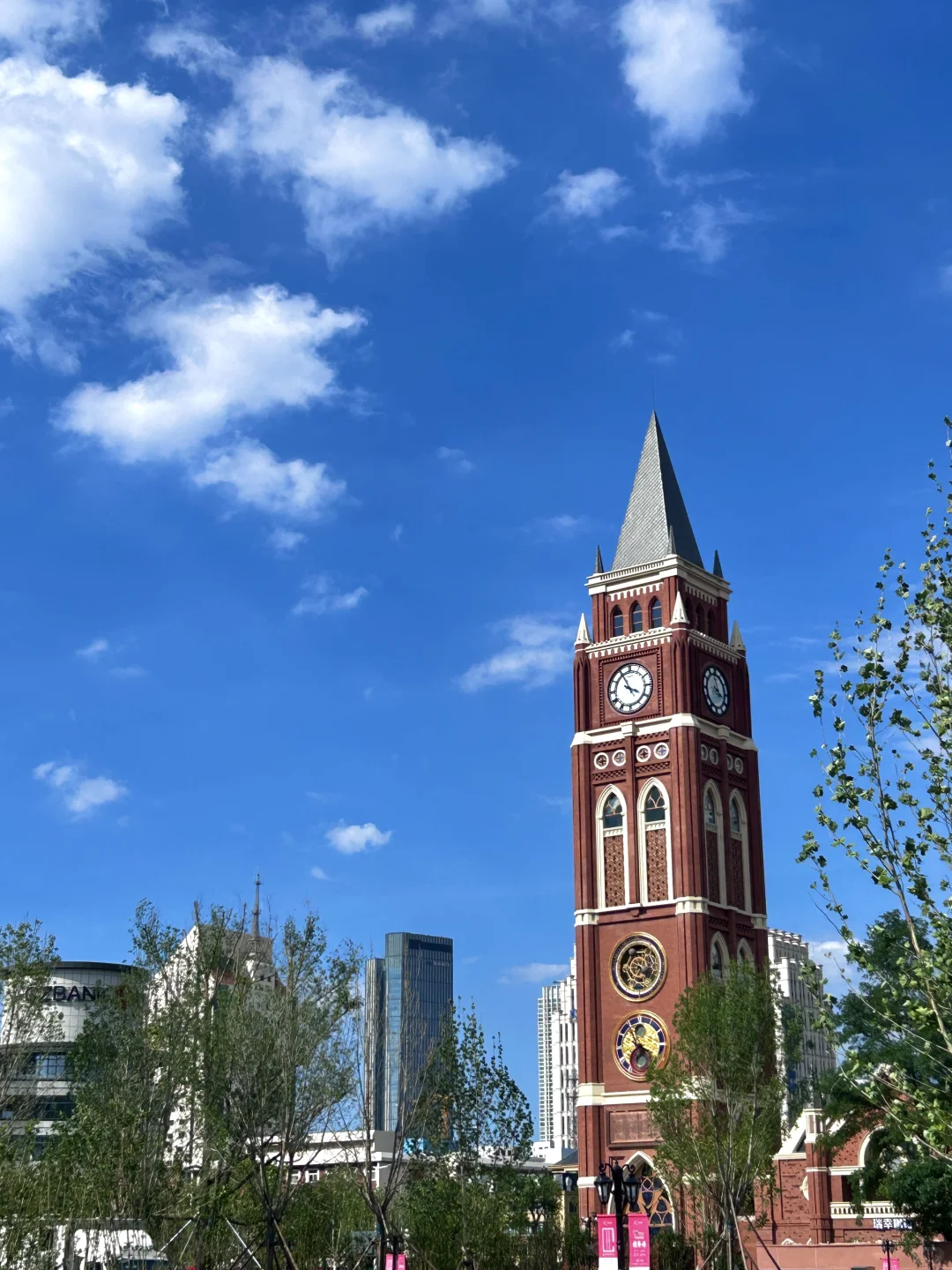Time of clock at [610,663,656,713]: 3:55
